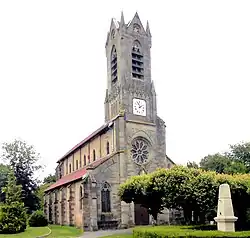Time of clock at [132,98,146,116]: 1:54
